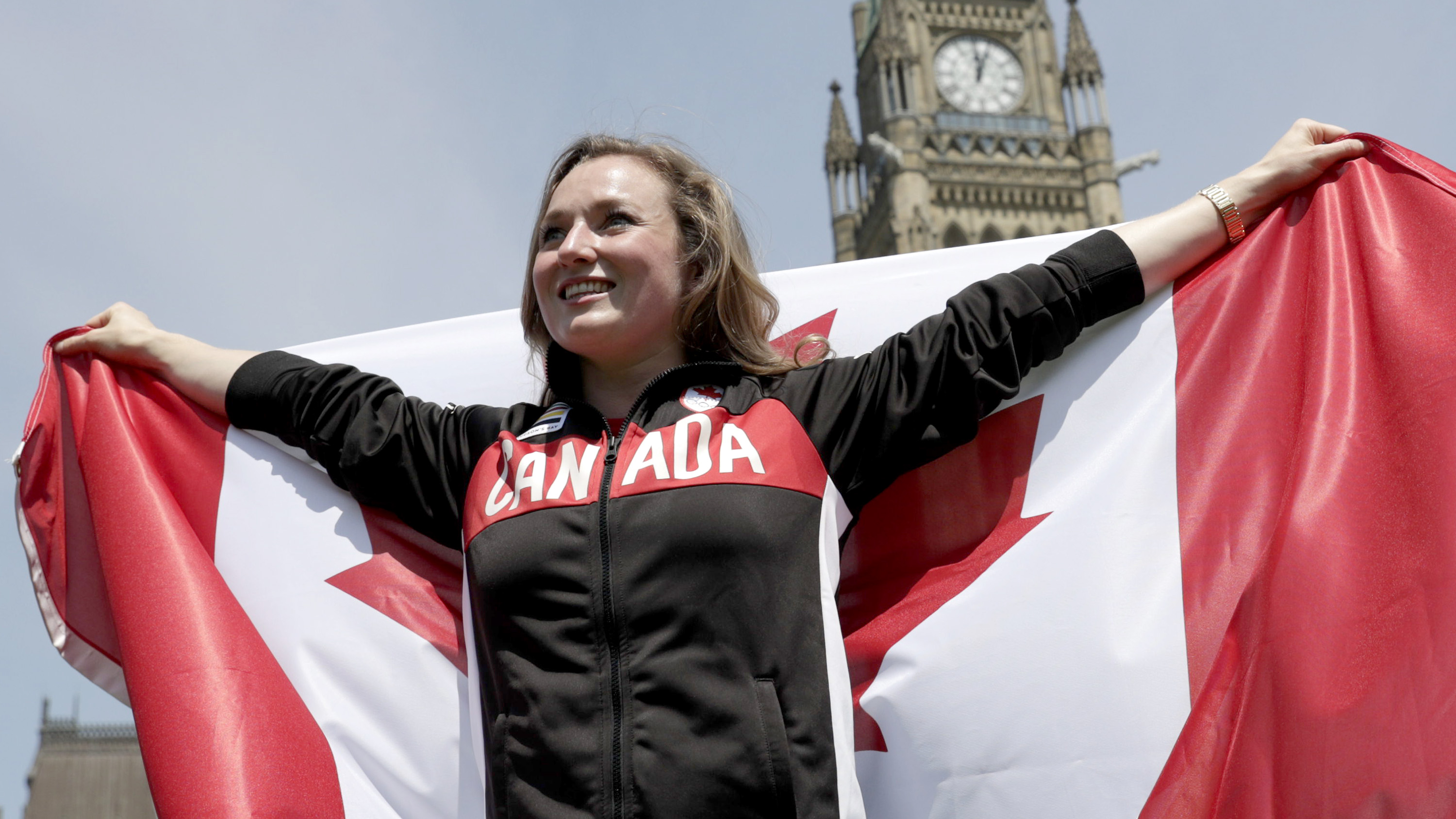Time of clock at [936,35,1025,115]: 12:03
